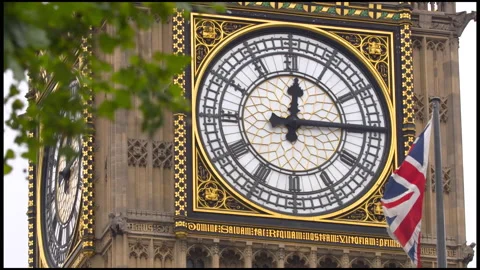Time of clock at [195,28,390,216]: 12:14
